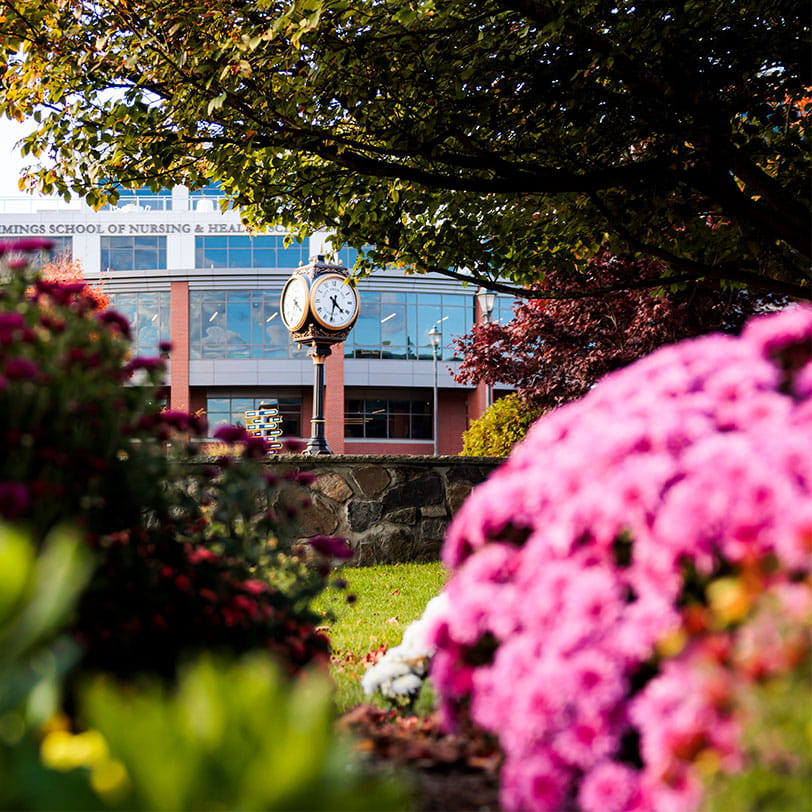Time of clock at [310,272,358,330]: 4:31
